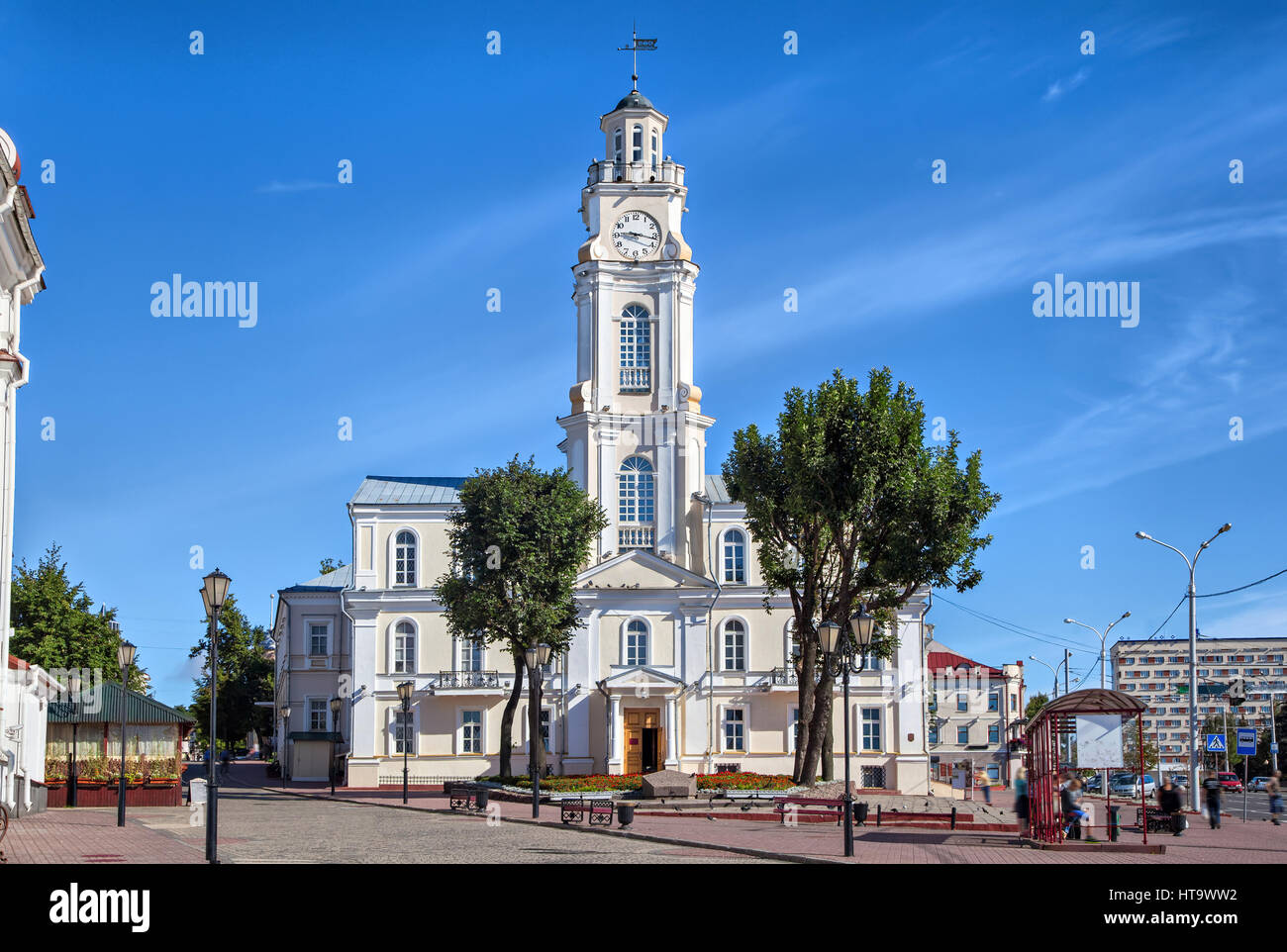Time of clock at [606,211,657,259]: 9:16
